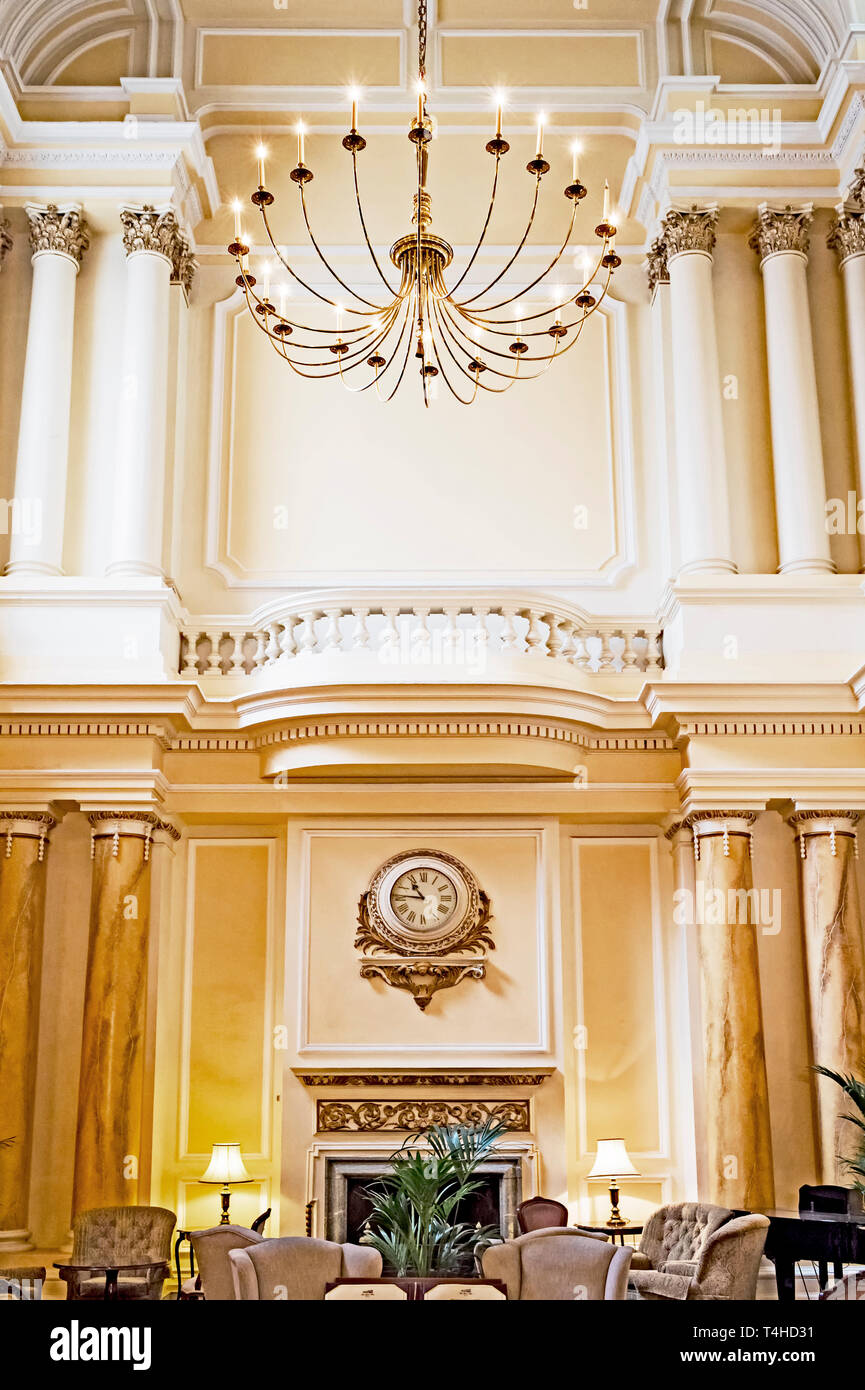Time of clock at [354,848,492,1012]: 10:45
